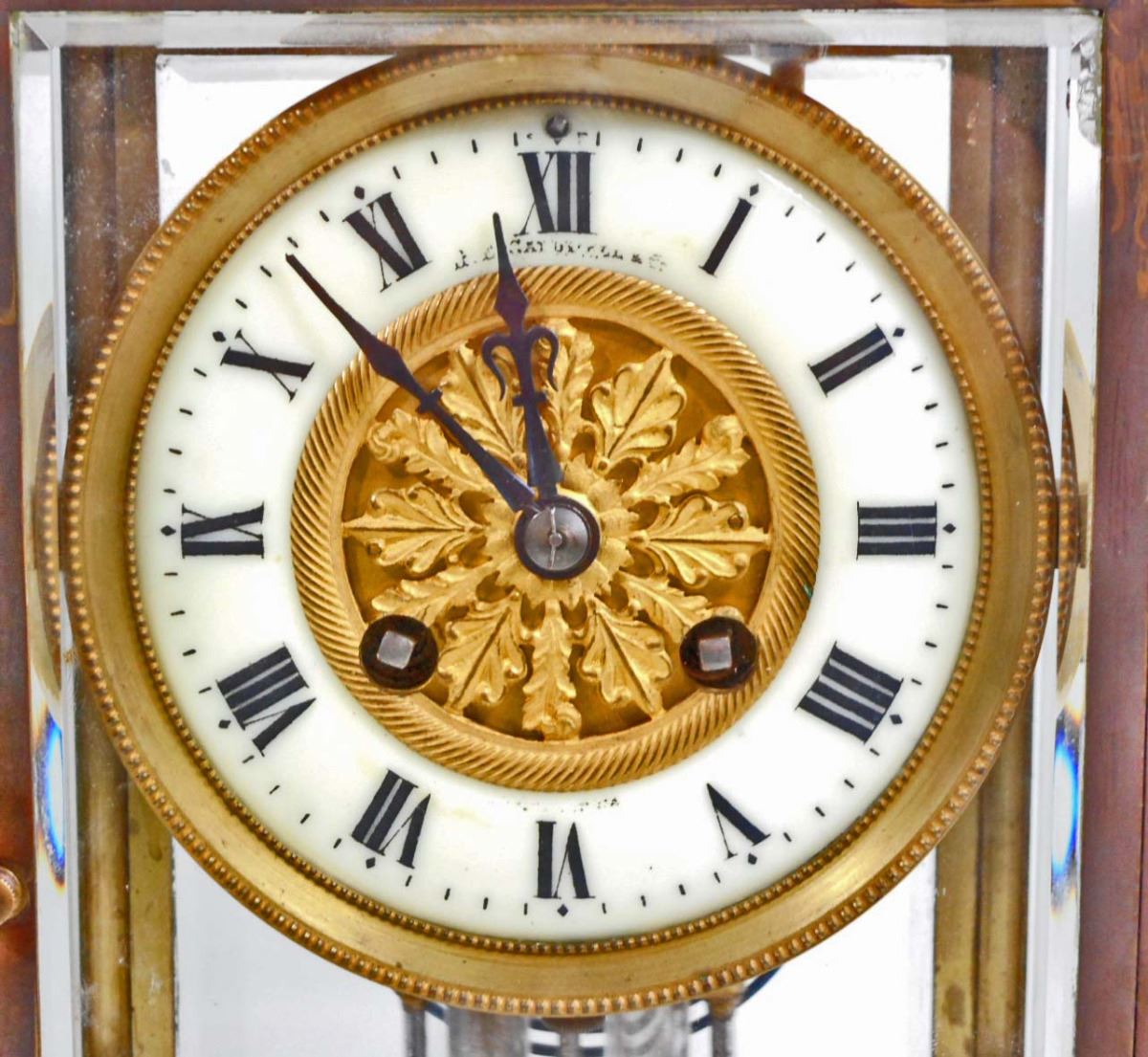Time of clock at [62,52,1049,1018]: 11:52
